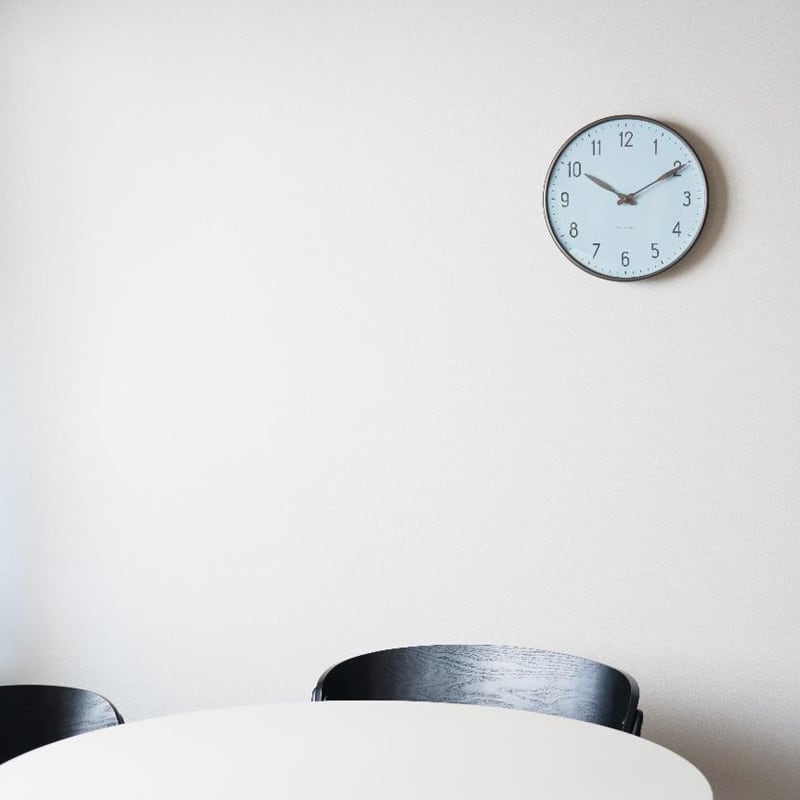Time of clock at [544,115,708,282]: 10:10
